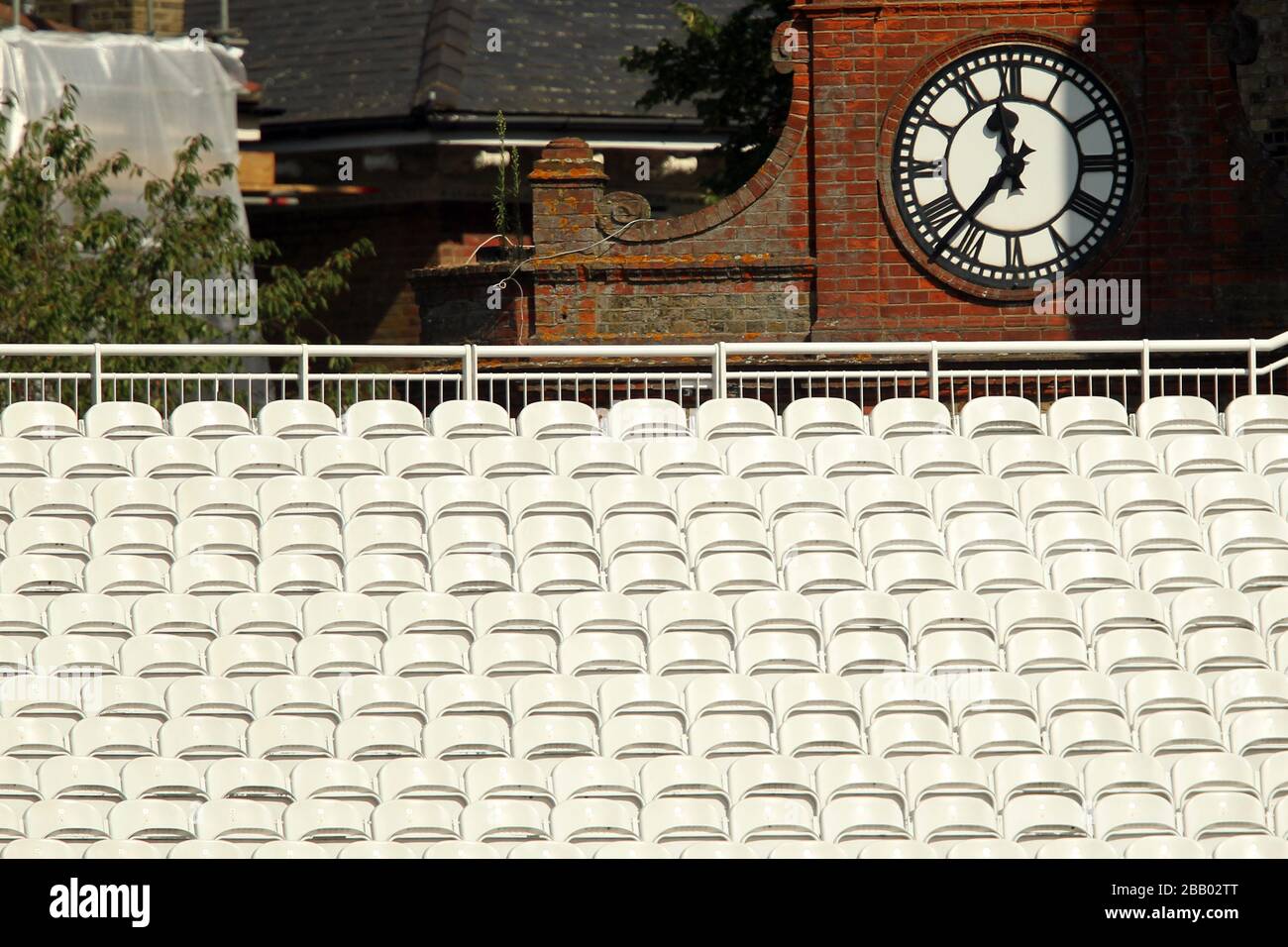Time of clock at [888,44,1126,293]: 11:36
